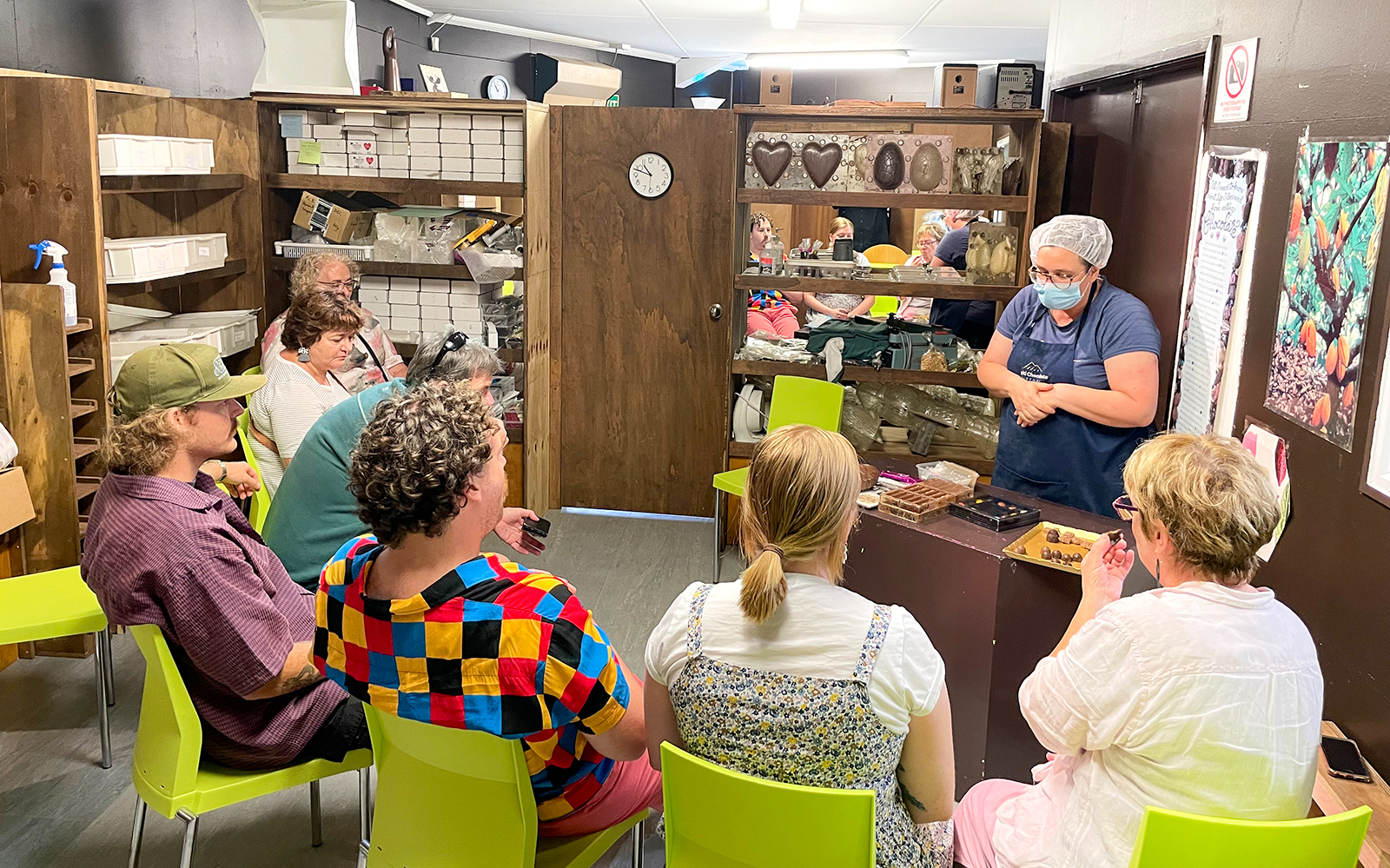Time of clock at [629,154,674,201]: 10:48
